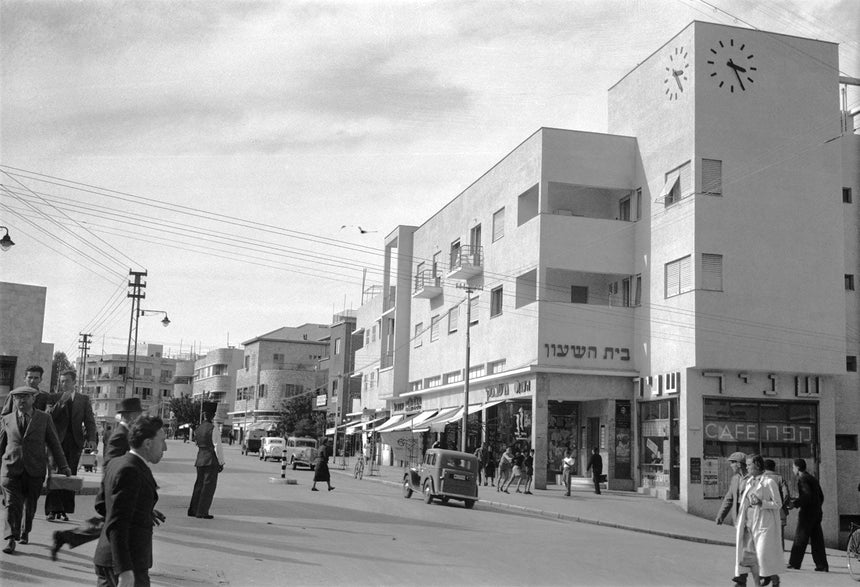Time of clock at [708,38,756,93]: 3:24
